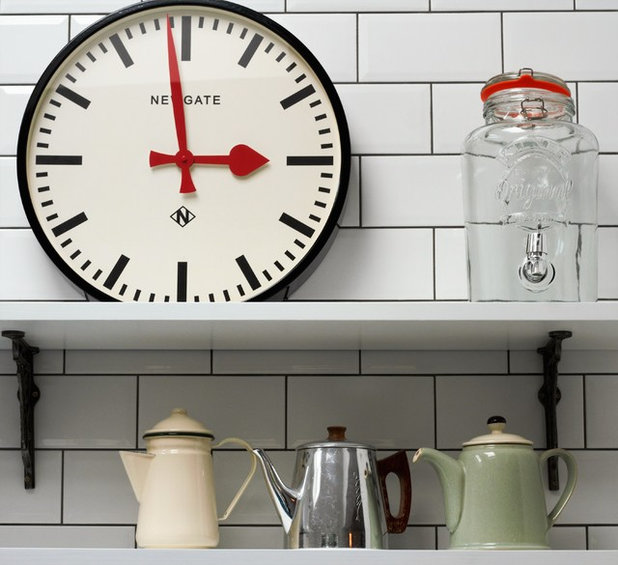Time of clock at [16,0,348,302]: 2:58
